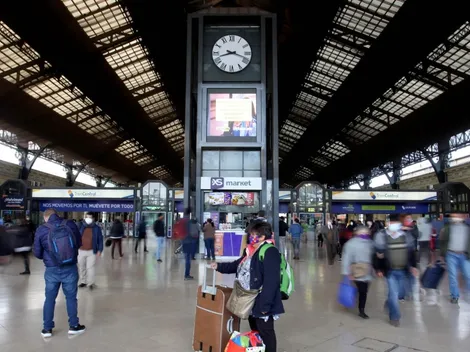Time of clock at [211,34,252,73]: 8:18
